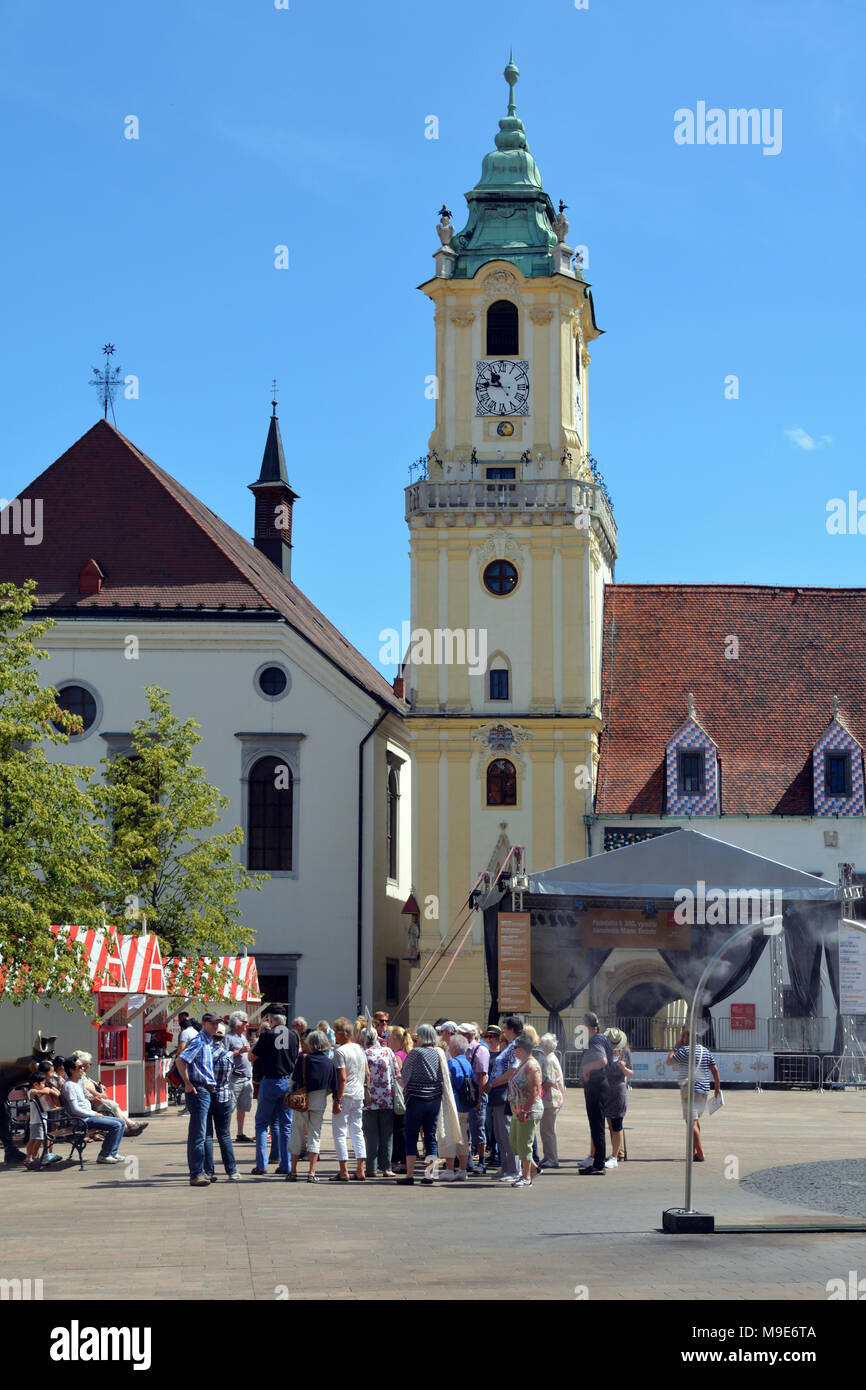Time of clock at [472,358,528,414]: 10:45
